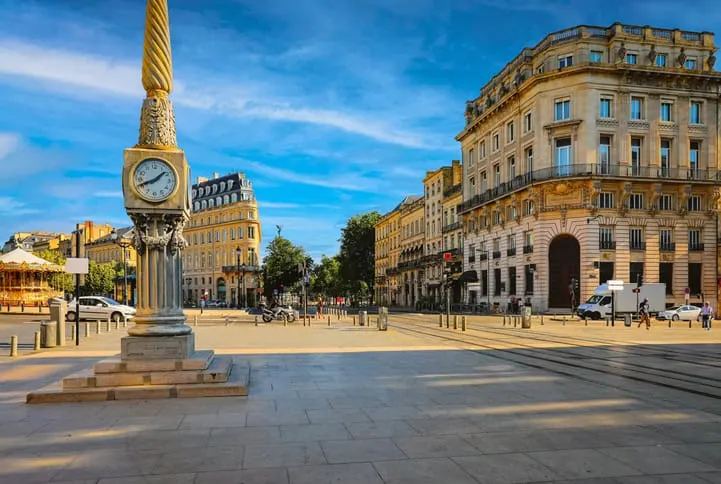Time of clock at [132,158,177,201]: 1:41
